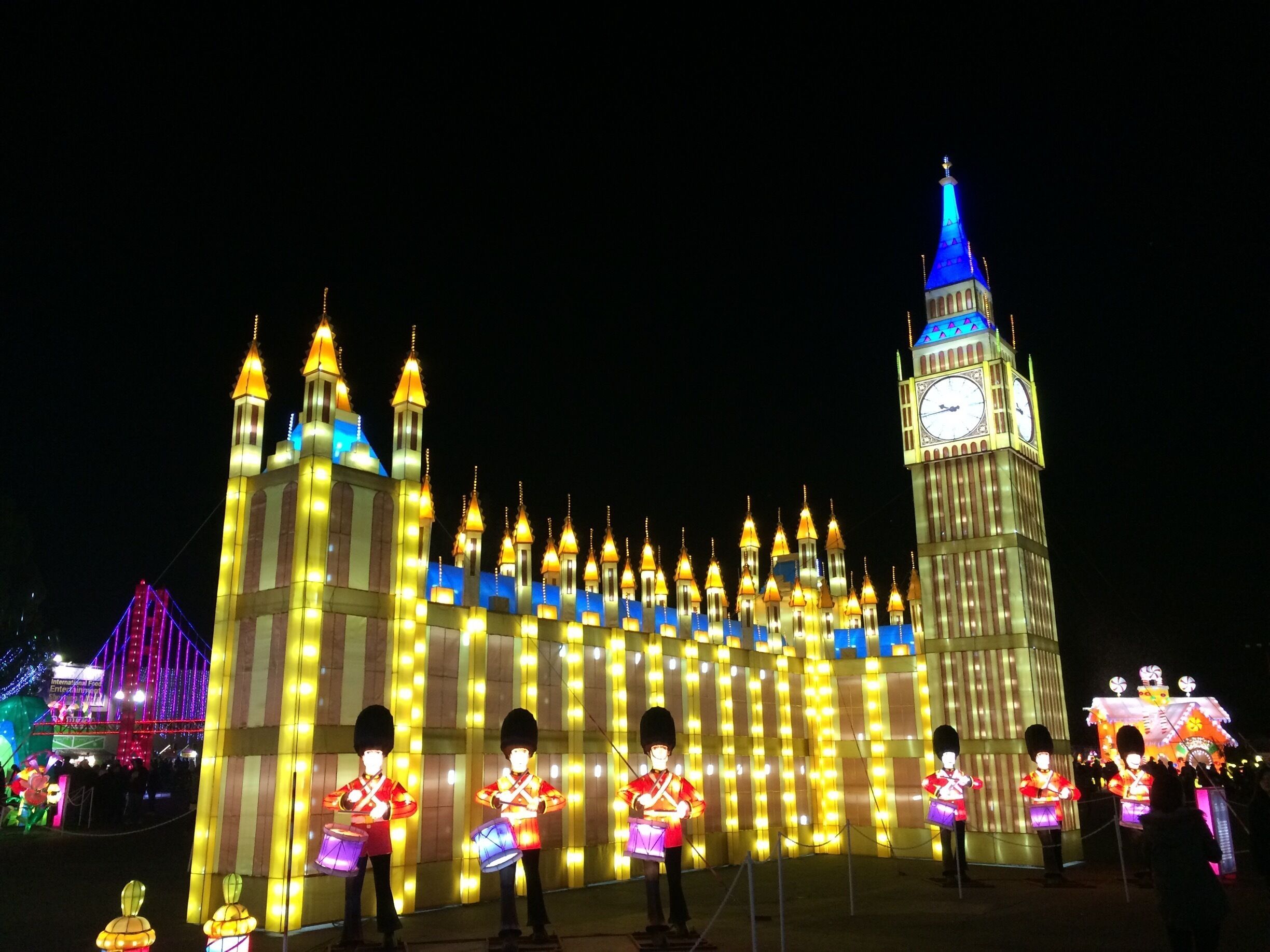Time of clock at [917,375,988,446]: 9:44
